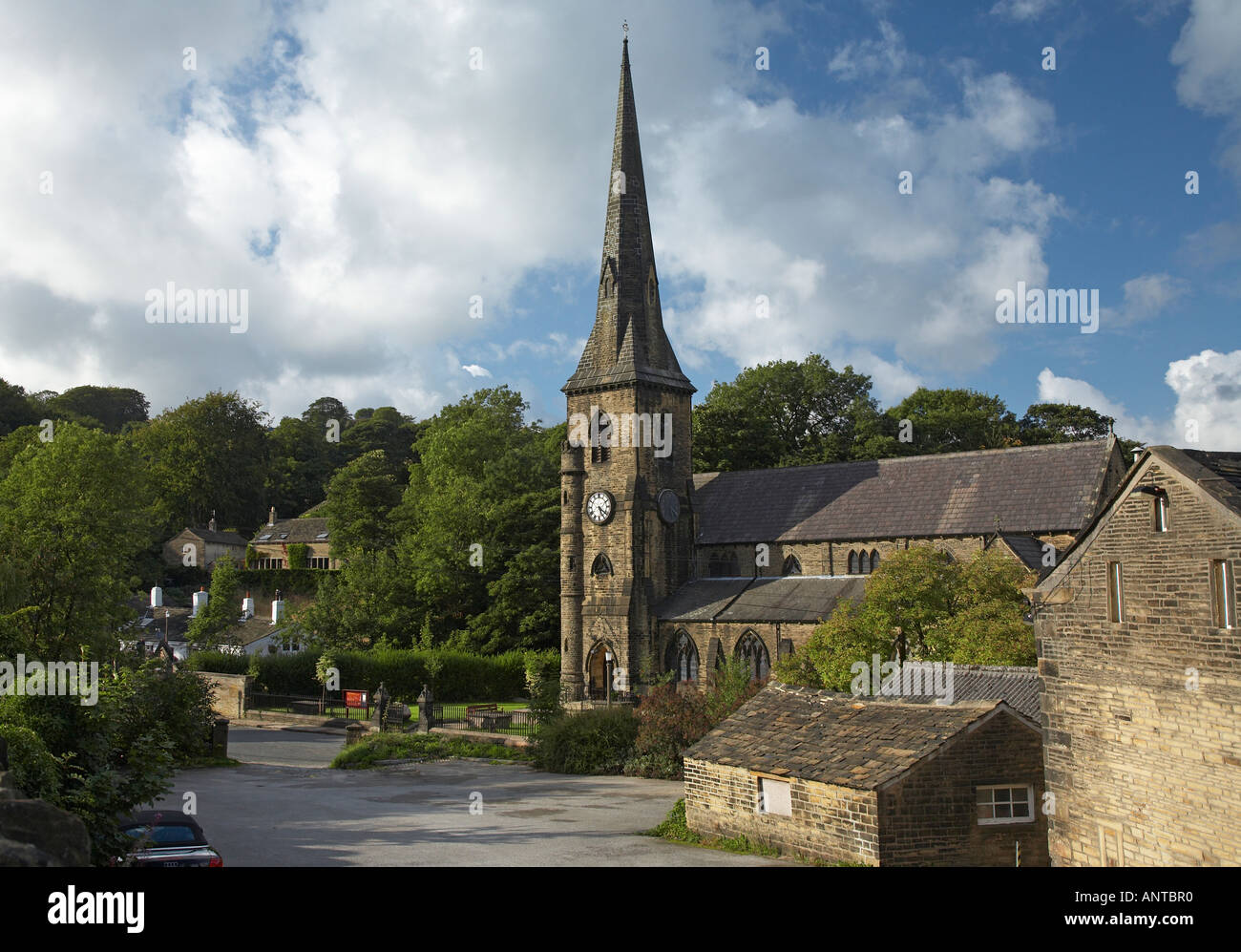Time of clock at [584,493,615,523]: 5:21
